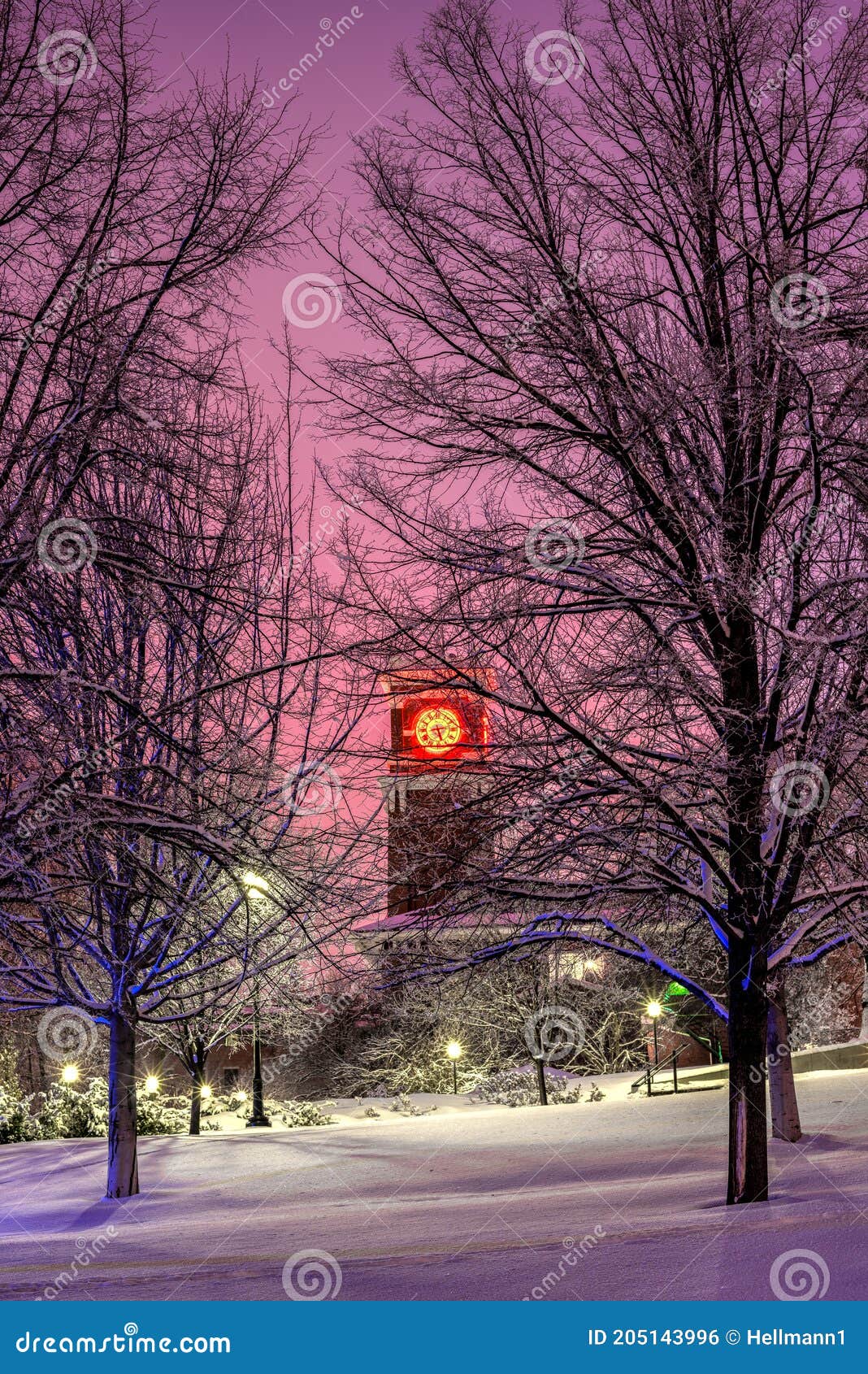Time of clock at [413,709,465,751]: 5:12
